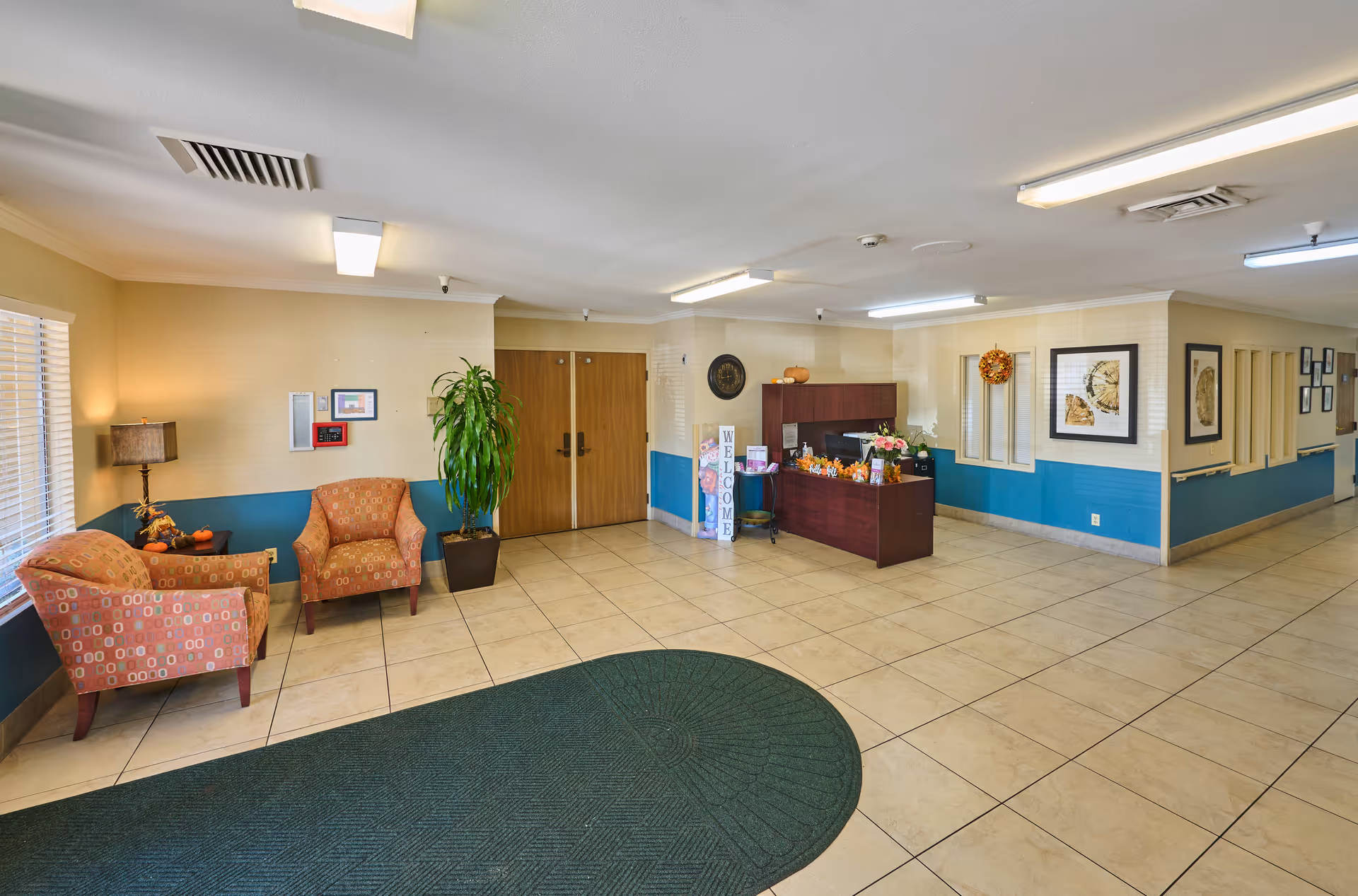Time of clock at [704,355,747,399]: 11:43
